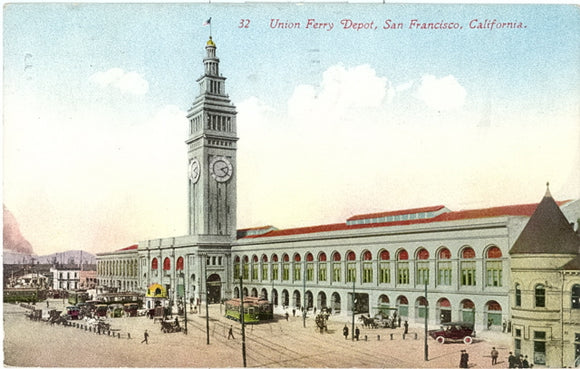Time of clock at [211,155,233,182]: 2:21
